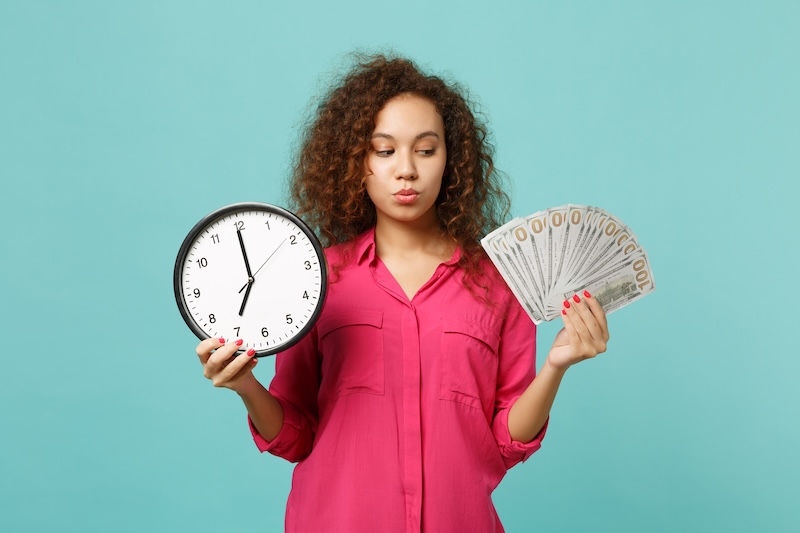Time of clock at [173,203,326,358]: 6:59
